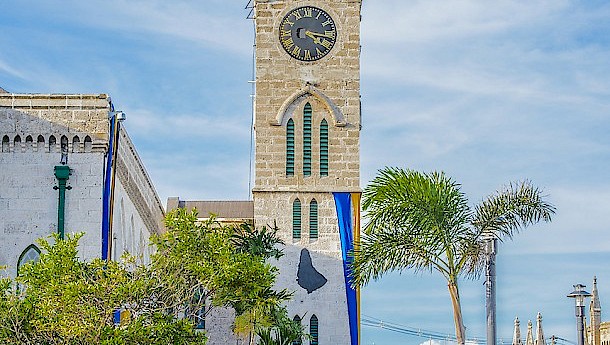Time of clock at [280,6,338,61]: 4:16
